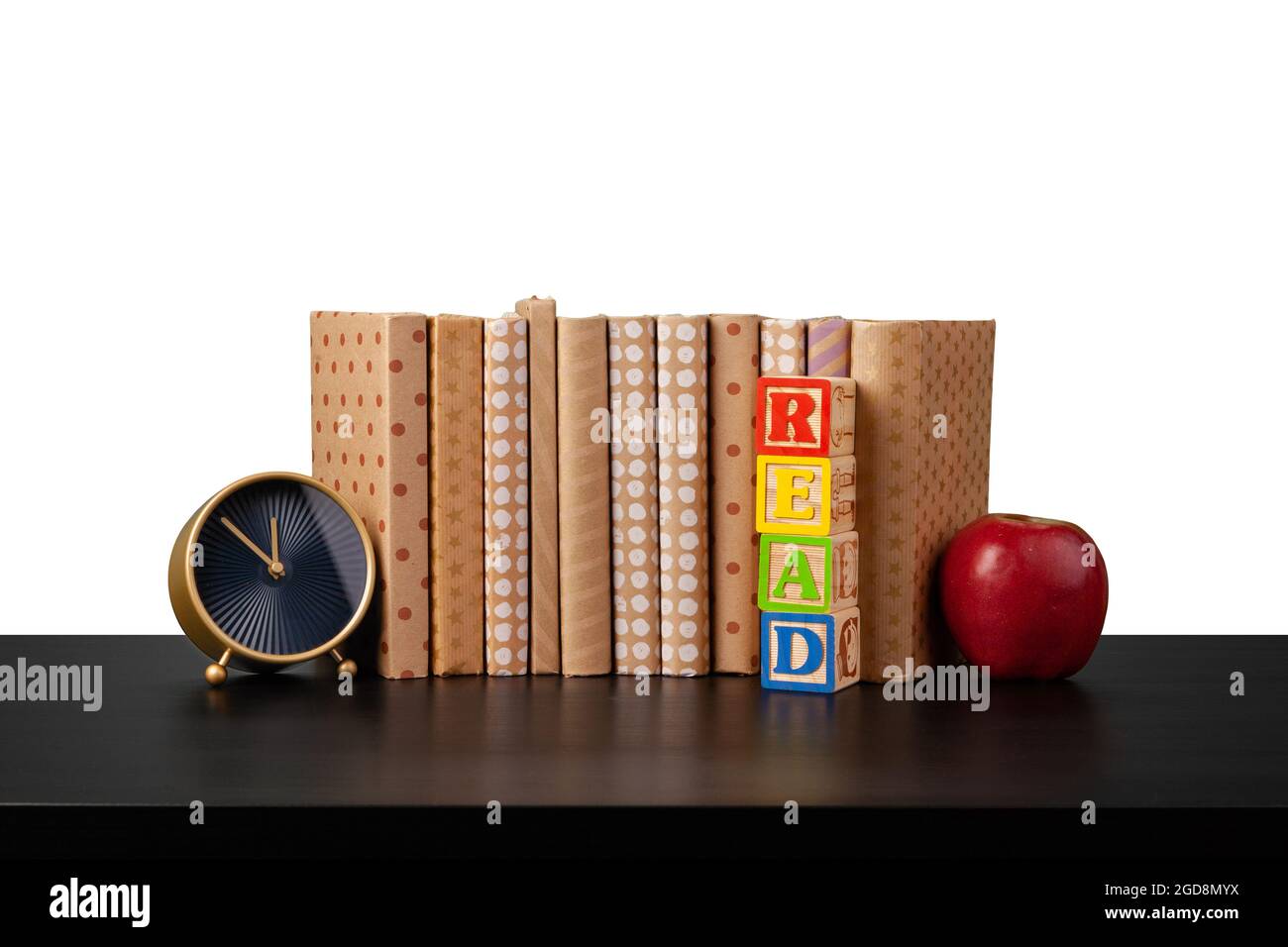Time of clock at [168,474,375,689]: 11:50
